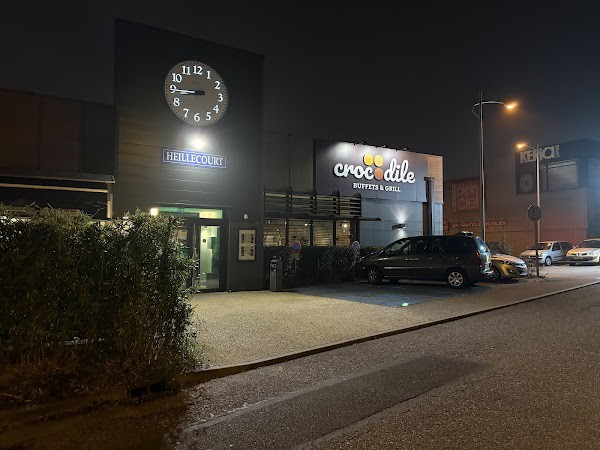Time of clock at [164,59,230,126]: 8:44
